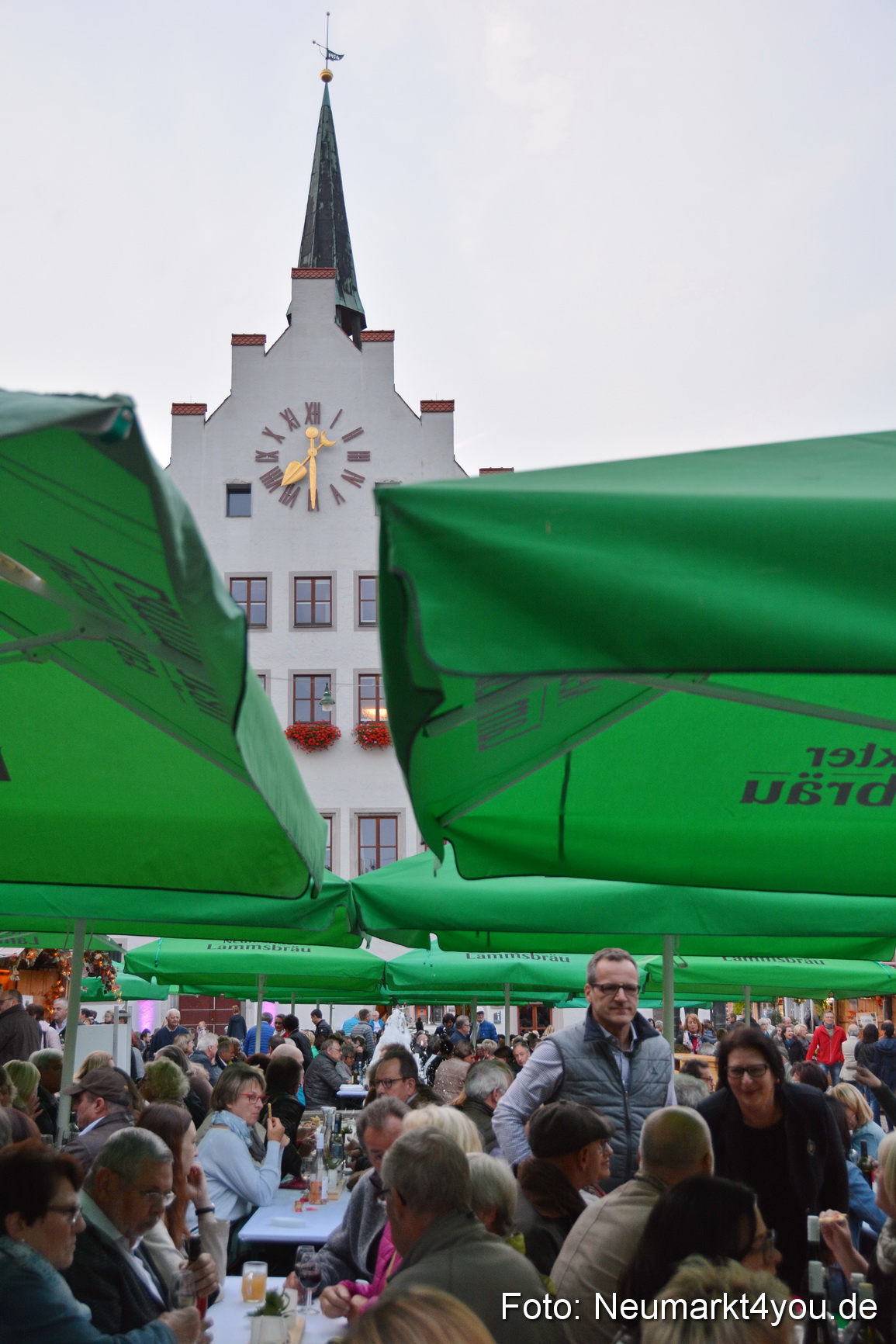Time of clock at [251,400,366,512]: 12:29
